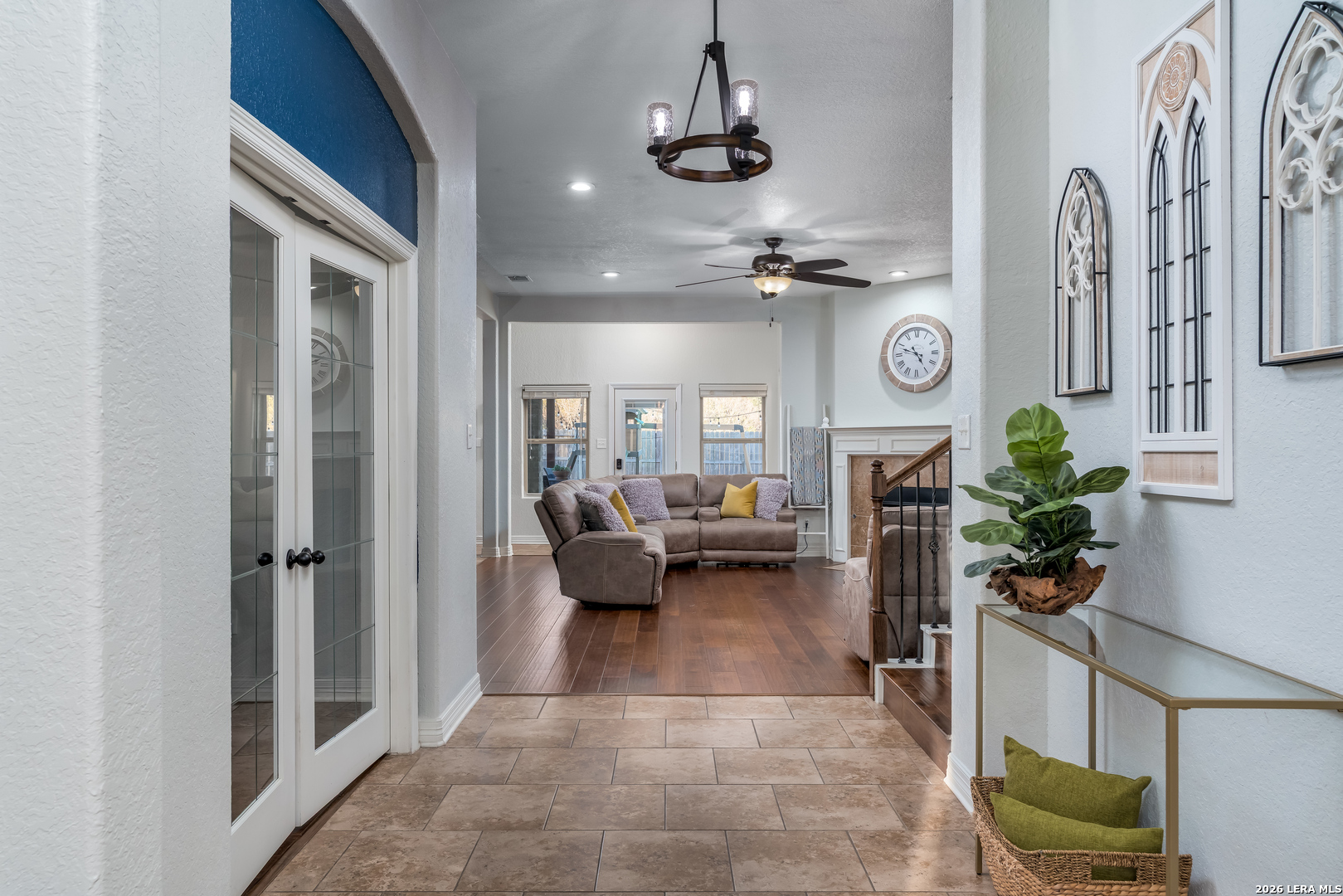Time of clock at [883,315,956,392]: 4:48
